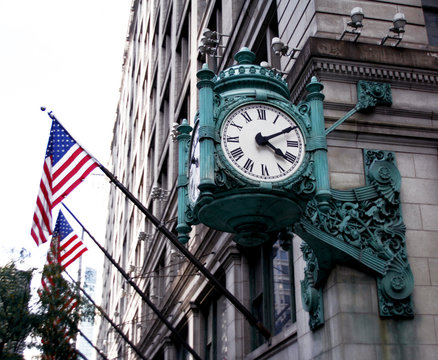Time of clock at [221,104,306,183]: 4:10
